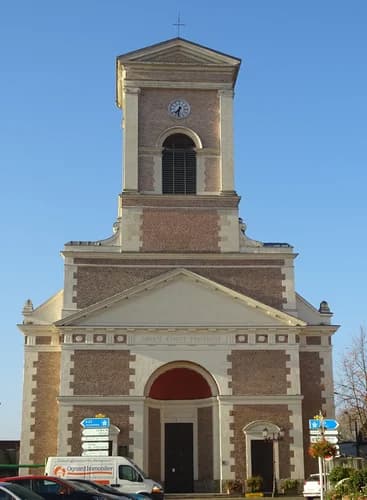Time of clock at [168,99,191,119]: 7:32
